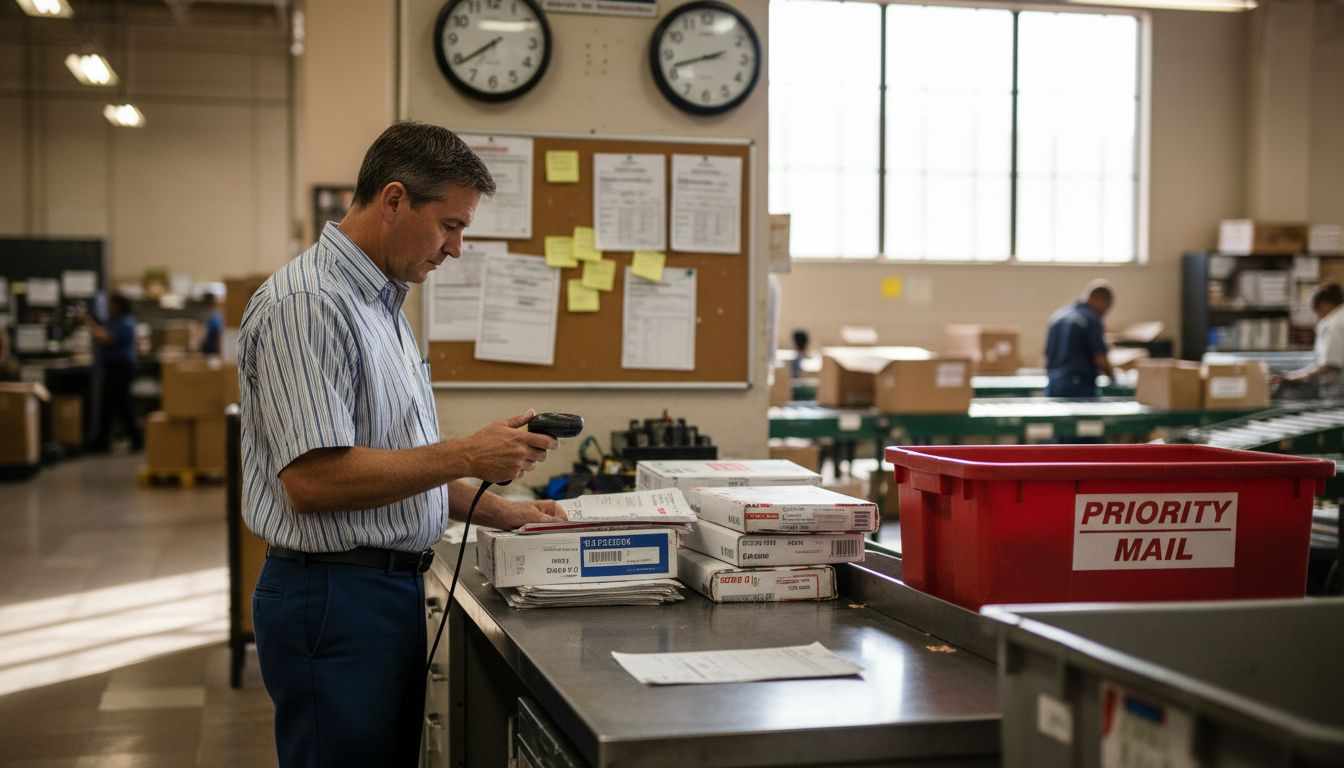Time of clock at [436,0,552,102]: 7:39
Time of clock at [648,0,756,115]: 8:42
